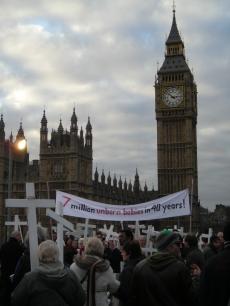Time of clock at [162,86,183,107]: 2:52
